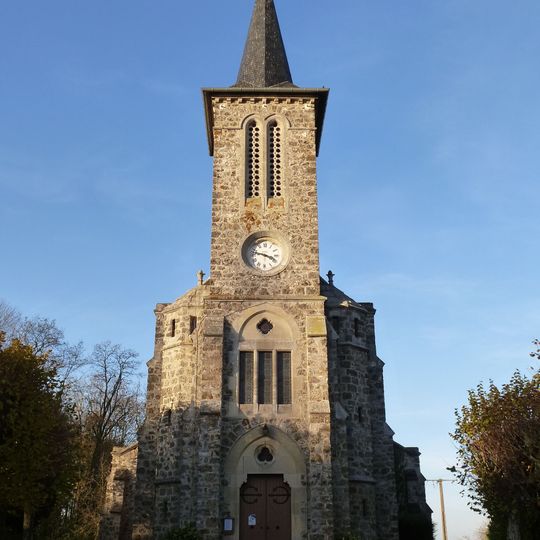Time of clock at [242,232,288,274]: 3:47
